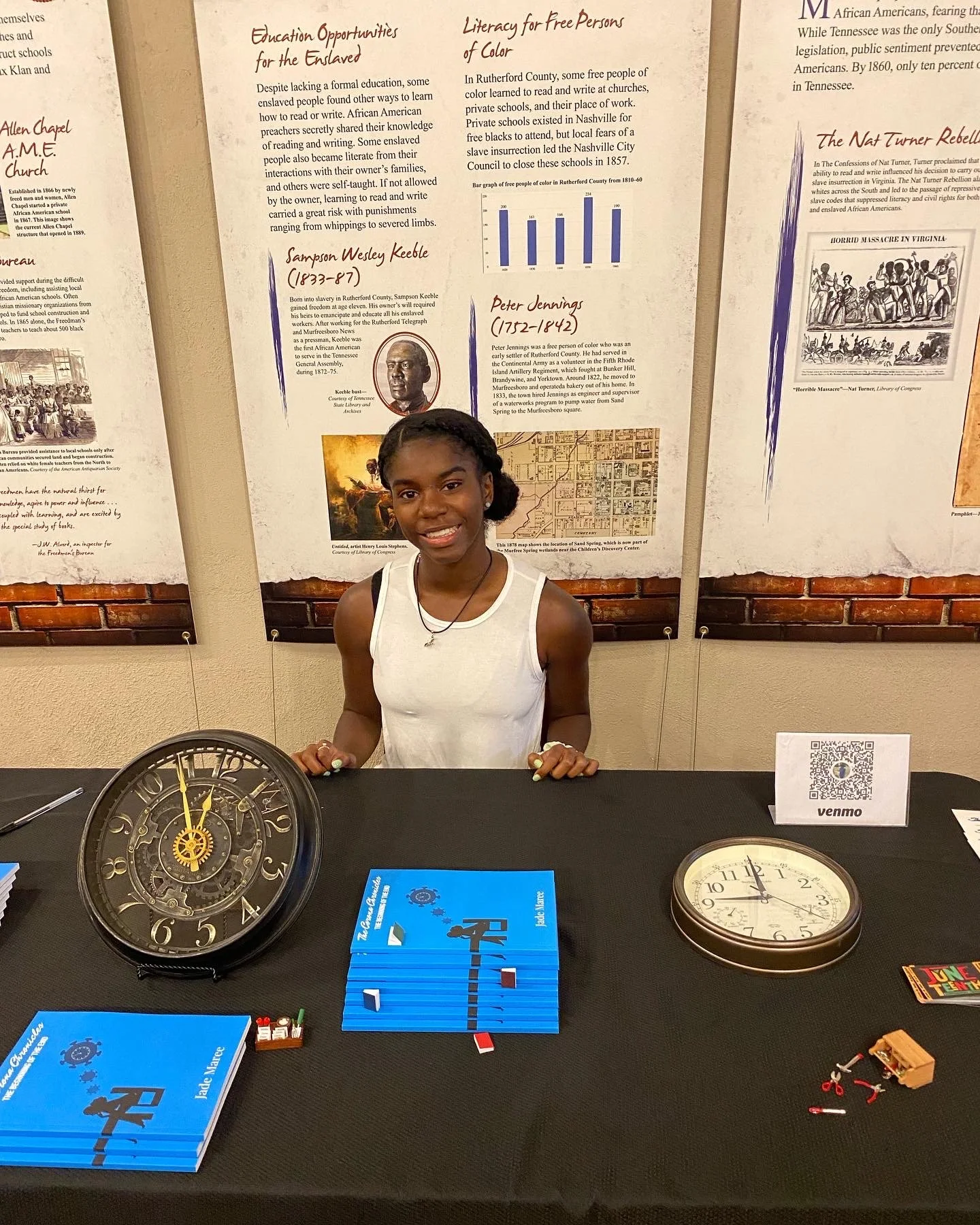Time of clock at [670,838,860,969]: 9:00
